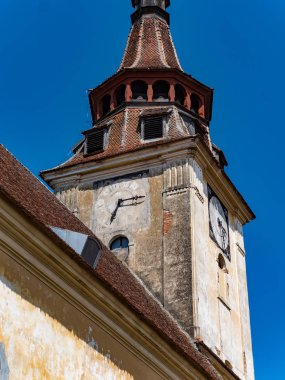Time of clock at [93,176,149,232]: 7:15
